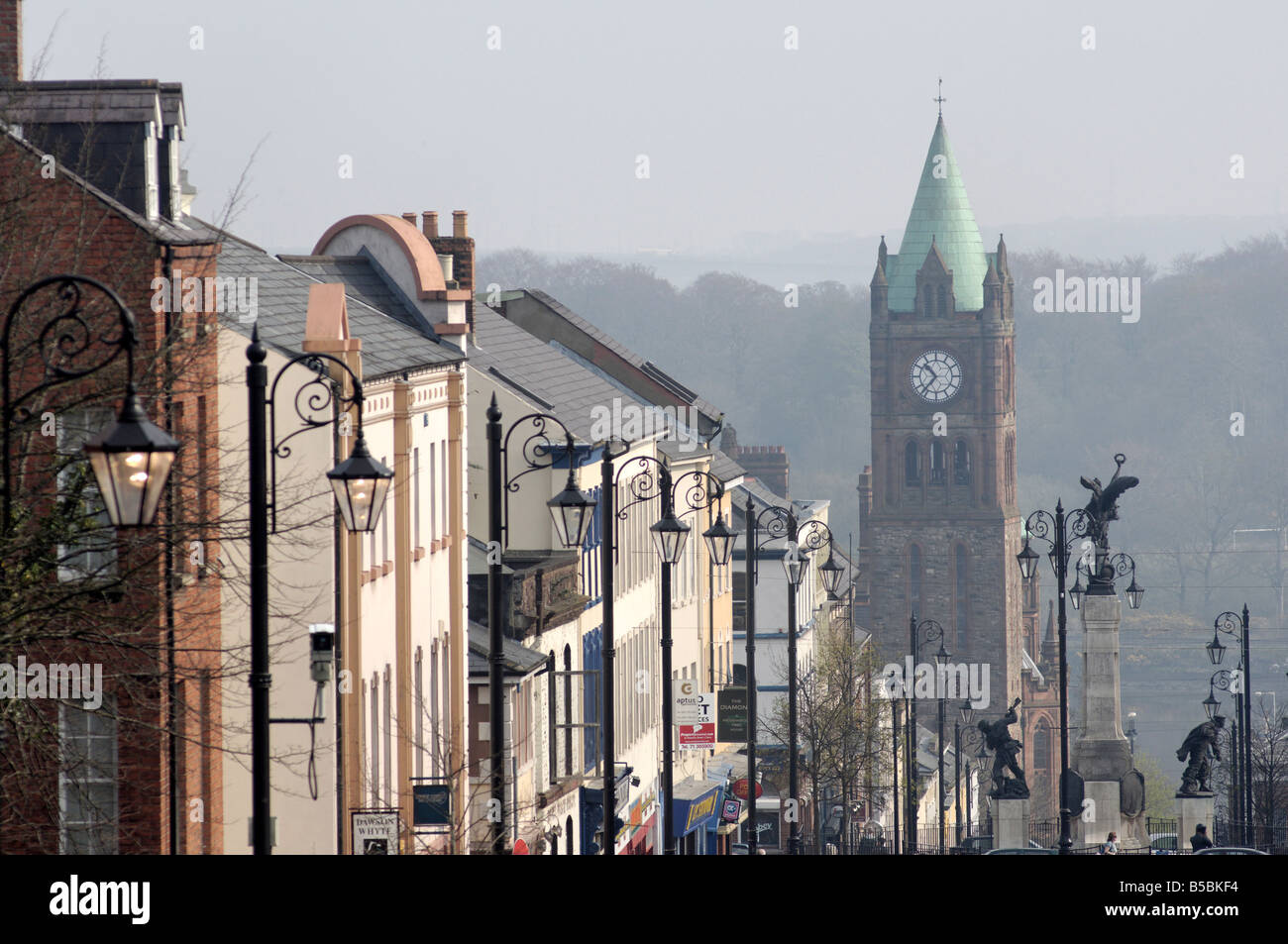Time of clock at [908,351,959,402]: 10:36
